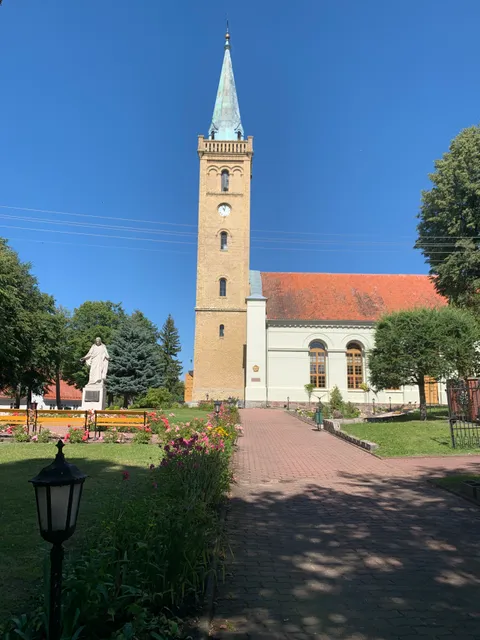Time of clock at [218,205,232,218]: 11:02
